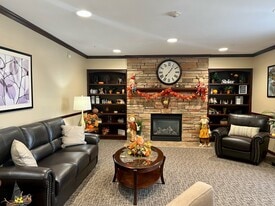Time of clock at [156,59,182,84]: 7:06
